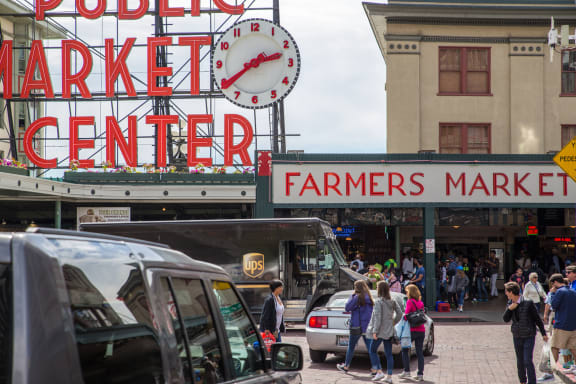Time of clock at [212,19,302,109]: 2:39
